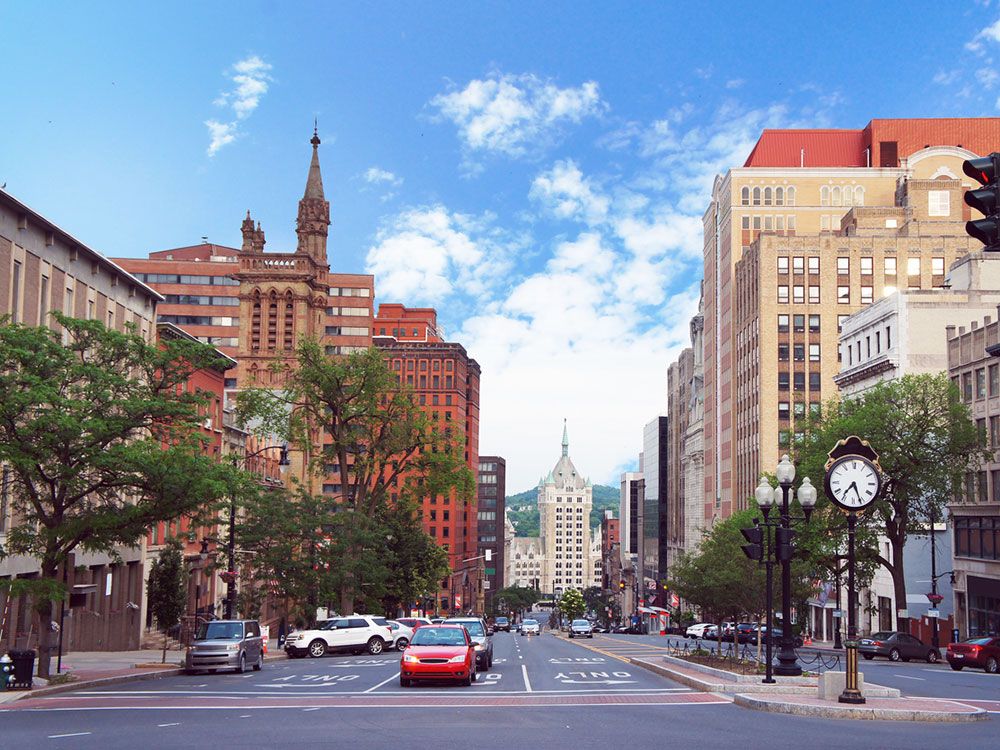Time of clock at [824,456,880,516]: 7:26
